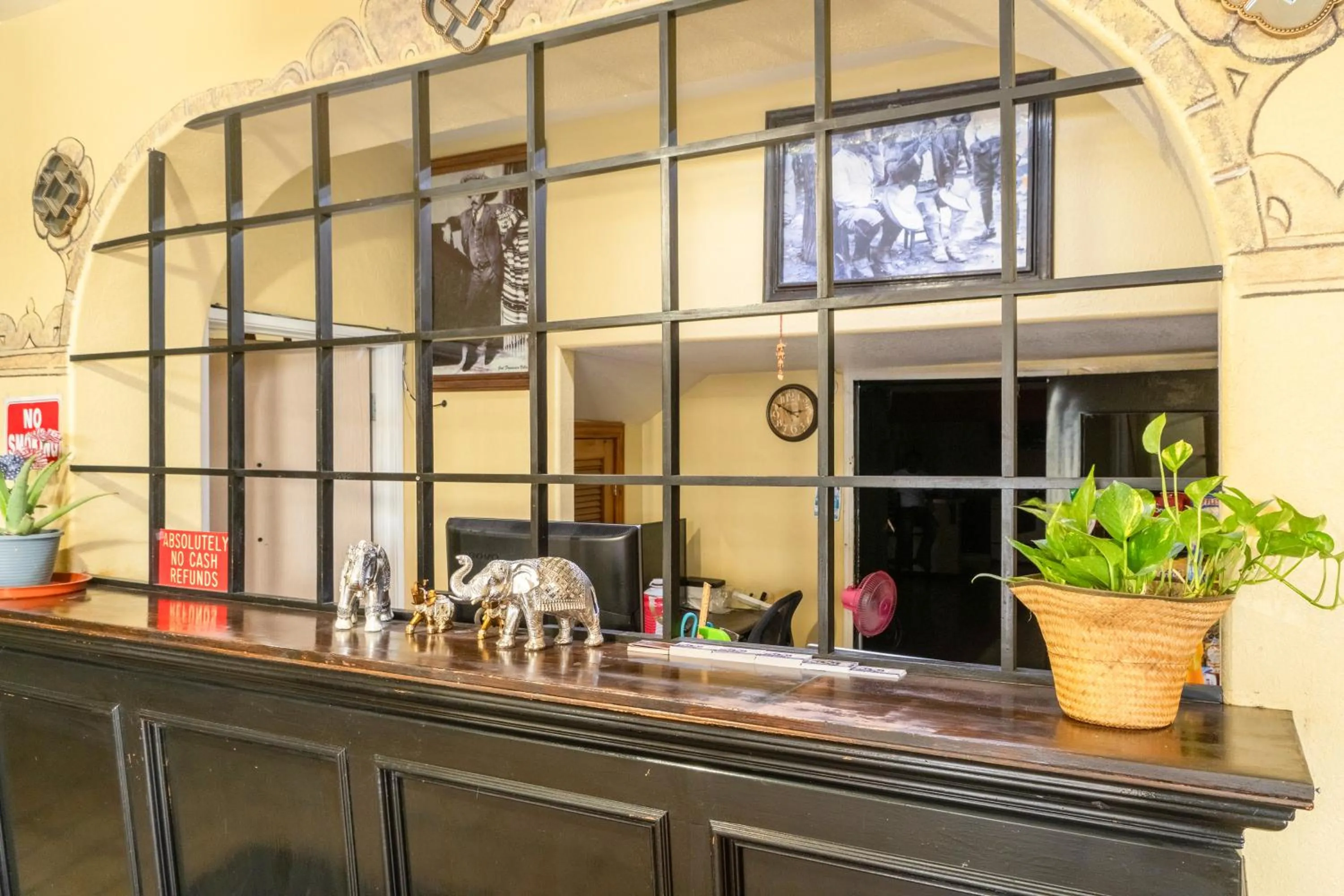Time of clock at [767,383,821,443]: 2:50
